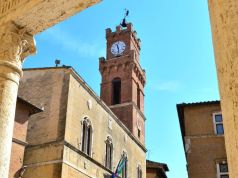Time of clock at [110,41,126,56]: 11:28
